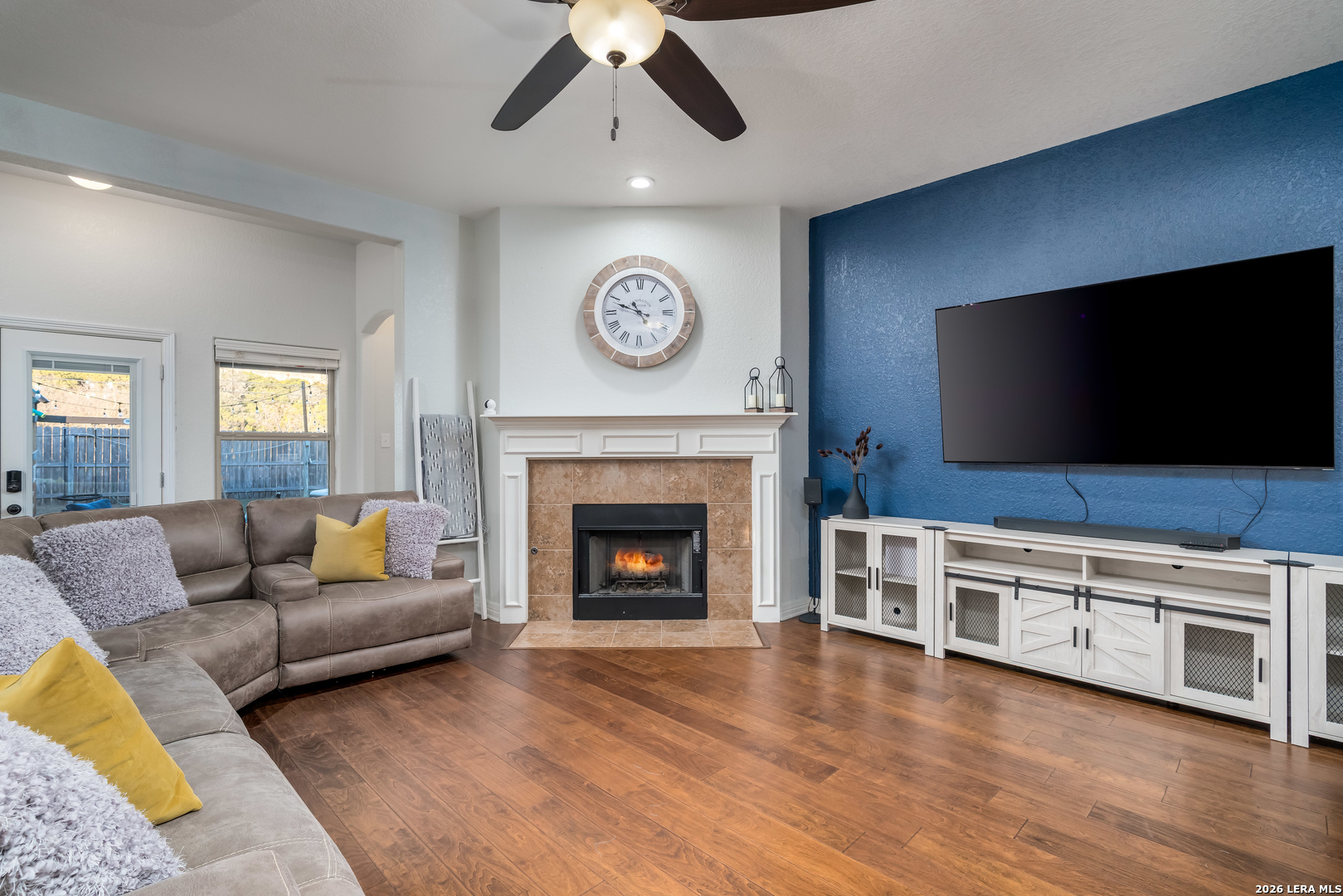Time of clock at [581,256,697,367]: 10:48
